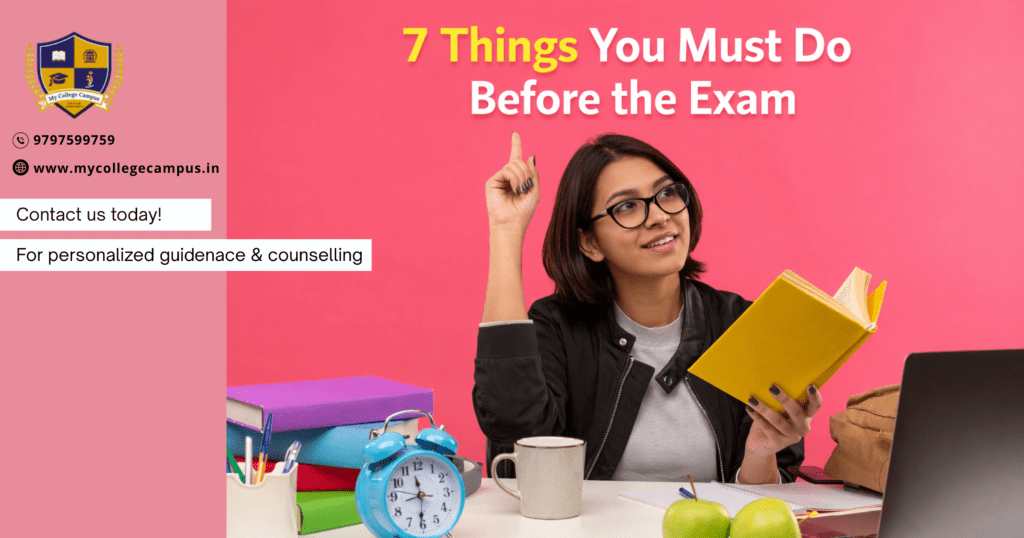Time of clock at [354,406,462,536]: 11:30
